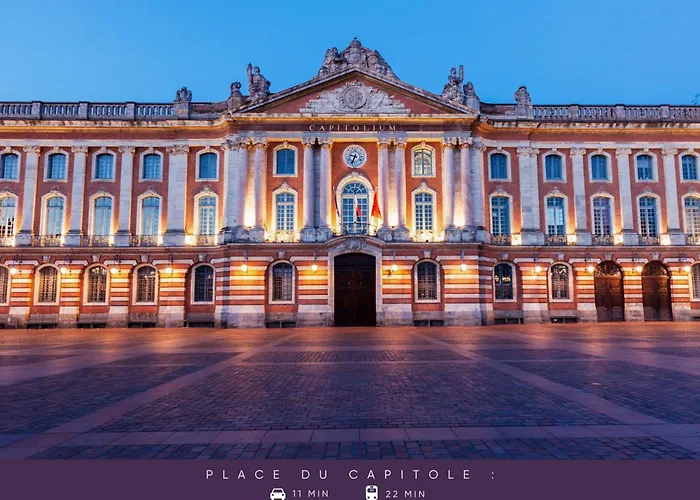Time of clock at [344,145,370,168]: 8:33
